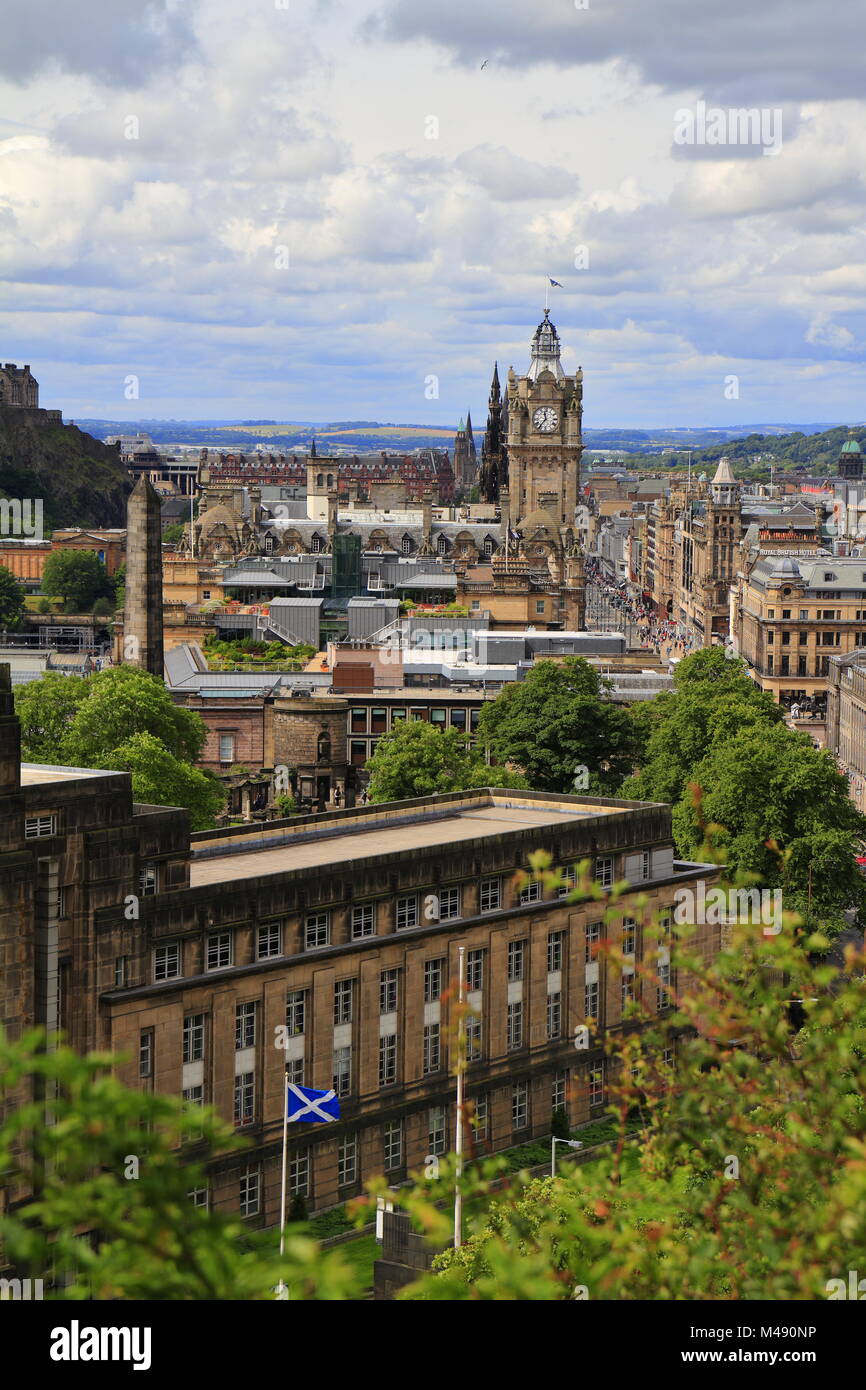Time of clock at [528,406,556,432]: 11:36
